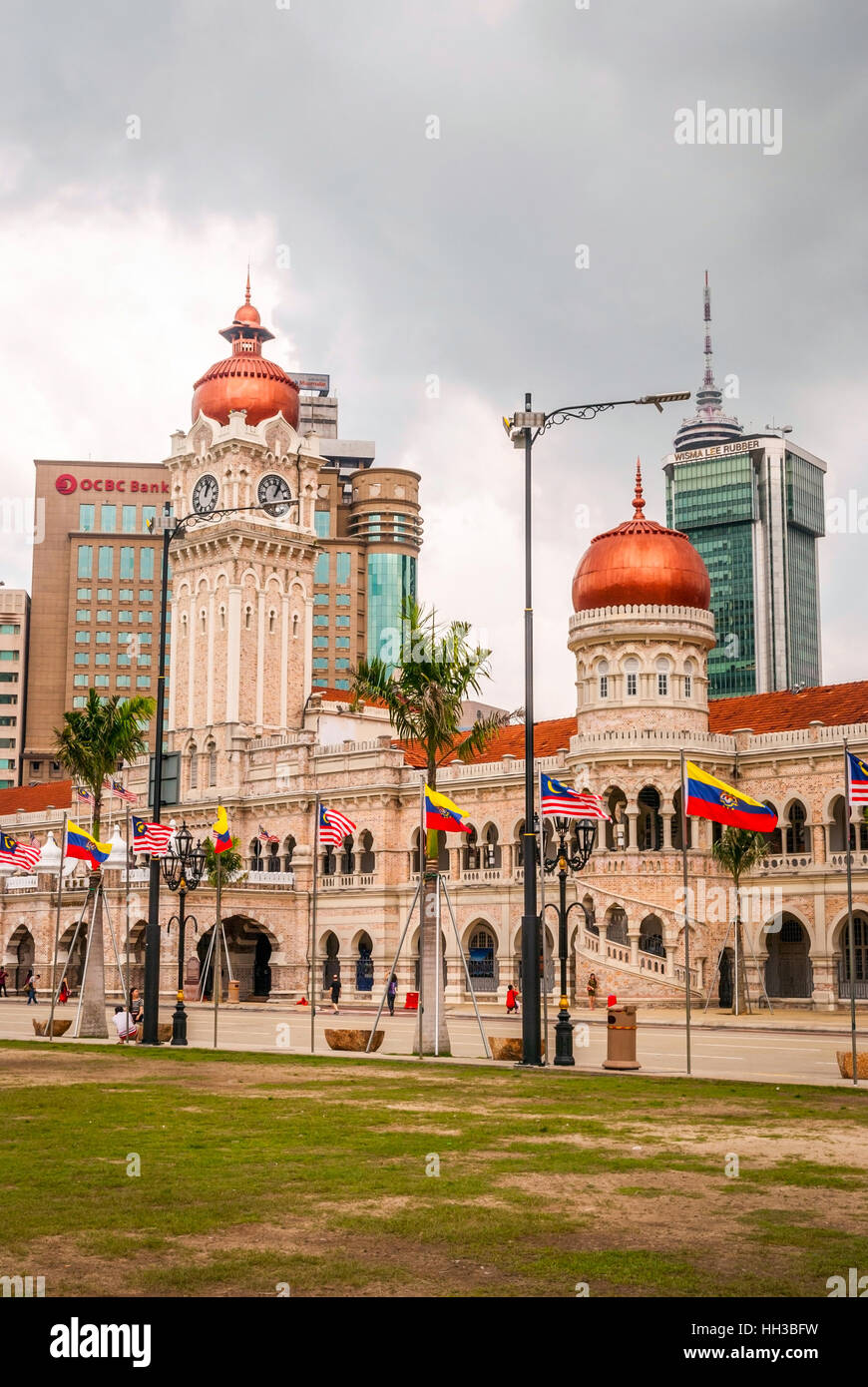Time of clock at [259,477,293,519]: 1:03
